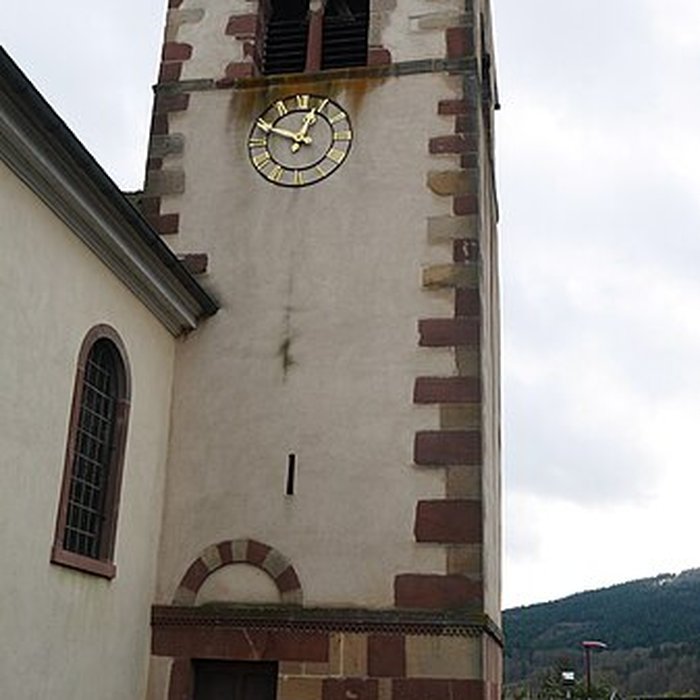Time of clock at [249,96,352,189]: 12:49
